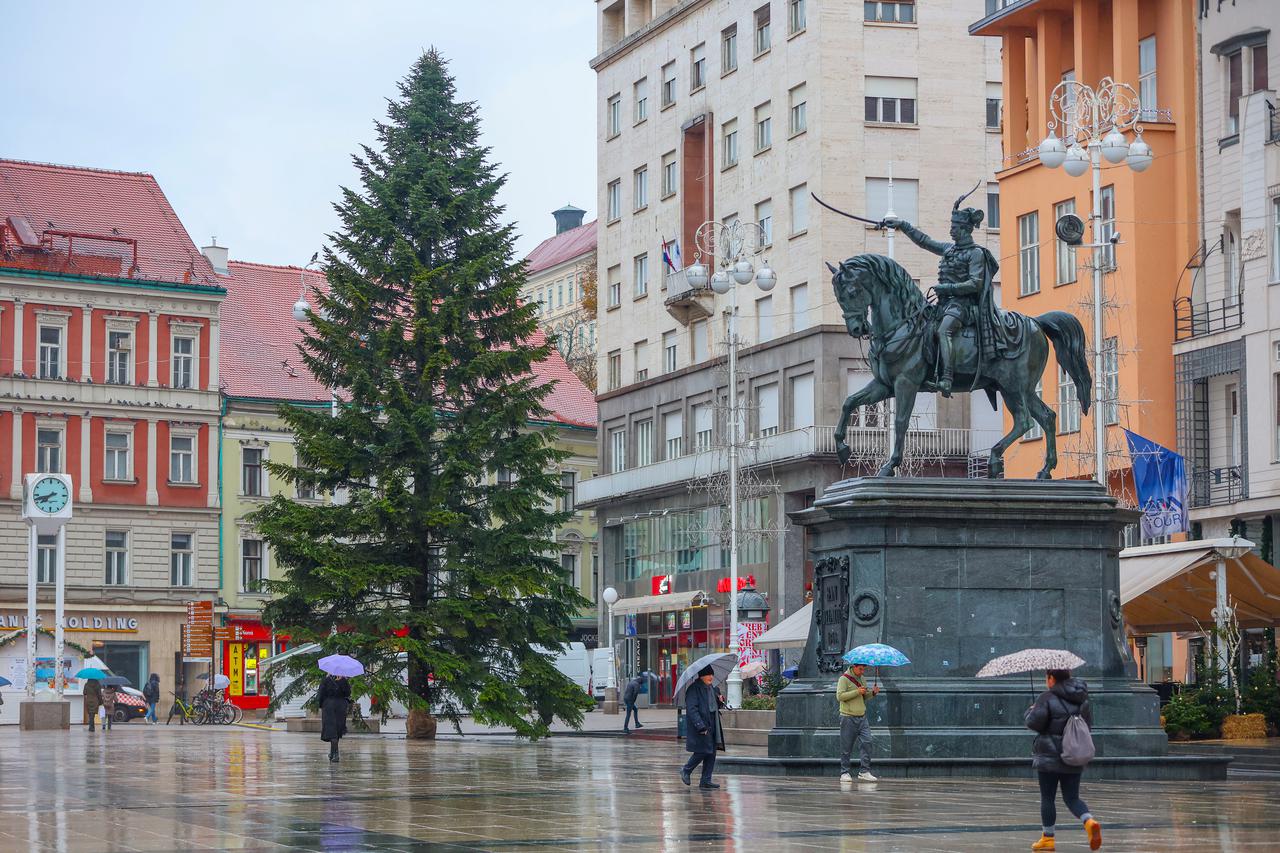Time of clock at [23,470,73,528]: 7:42
